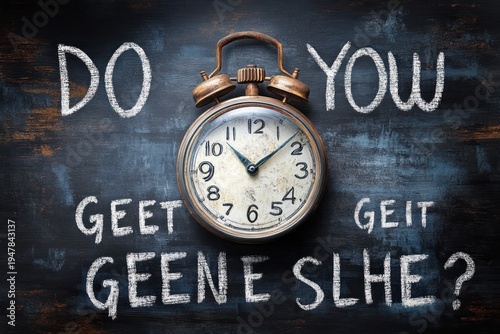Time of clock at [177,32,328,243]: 11:08
